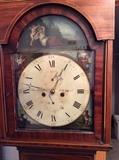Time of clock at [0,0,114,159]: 9:04
